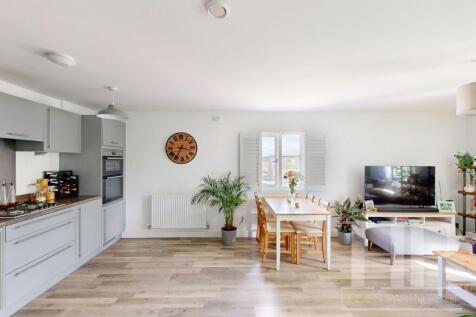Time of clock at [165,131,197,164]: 3:34
